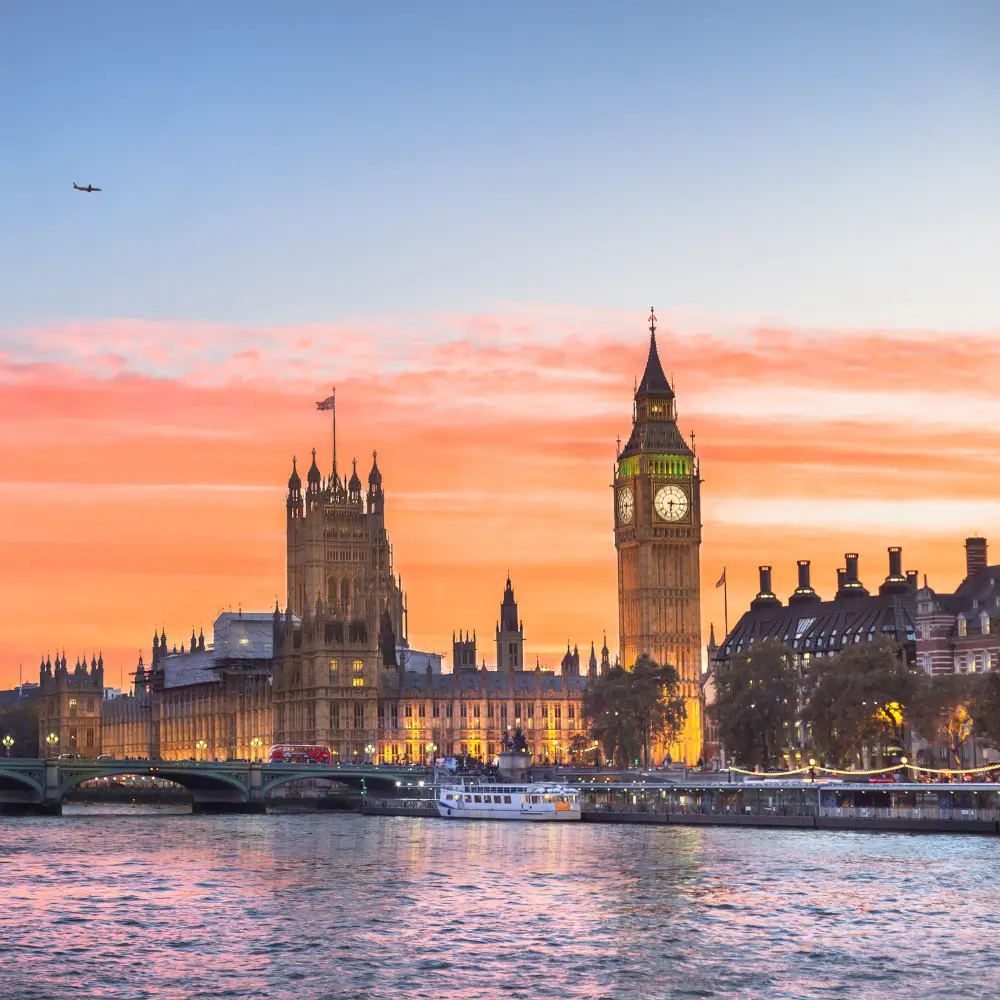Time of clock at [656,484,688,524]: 6:15
